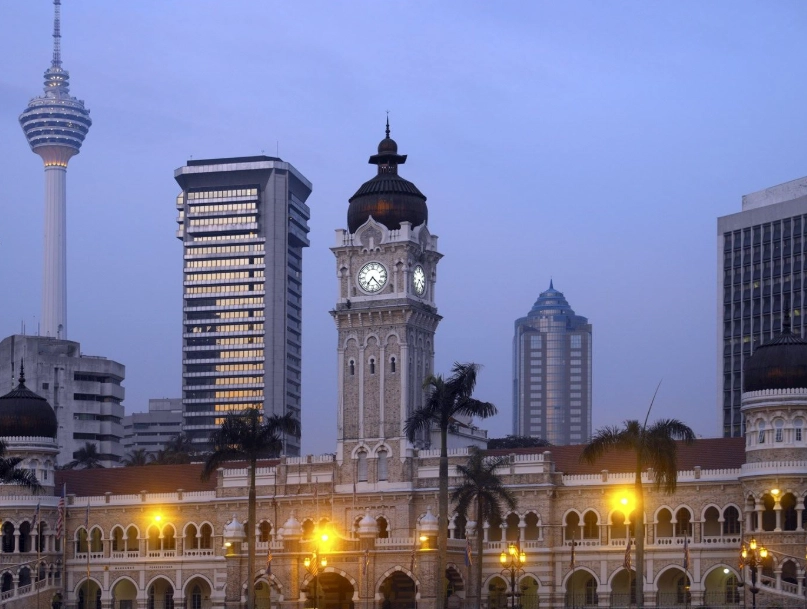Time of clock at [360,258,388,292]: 7:22
